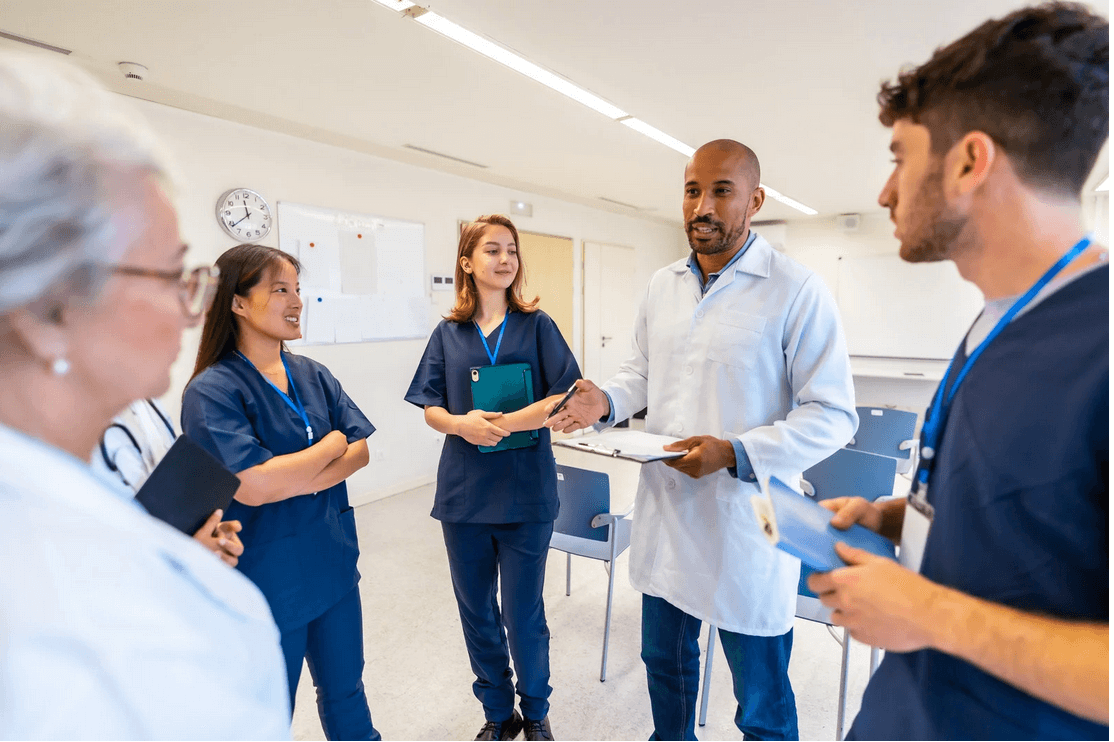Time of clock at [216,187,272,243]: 11:38
